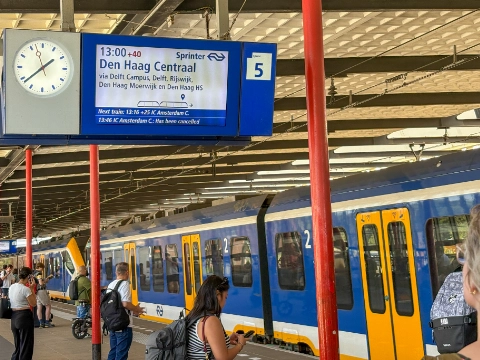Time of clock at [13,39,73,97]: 1:38
